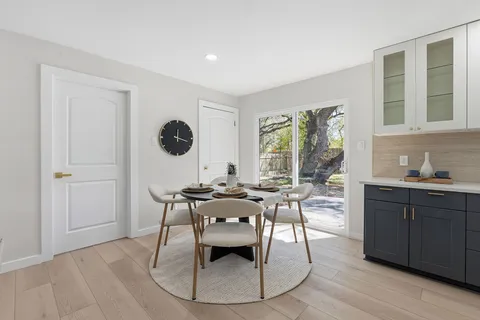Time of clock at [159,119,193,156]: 12:18
